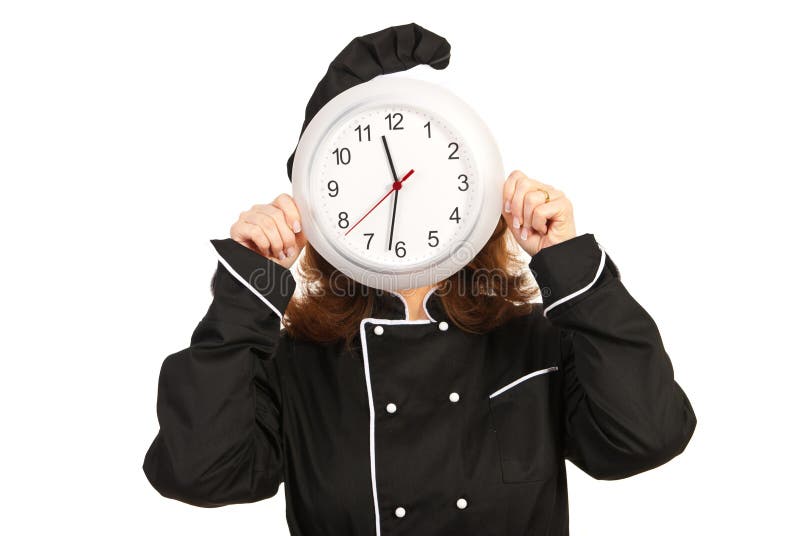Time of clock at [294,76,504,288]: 11:31
